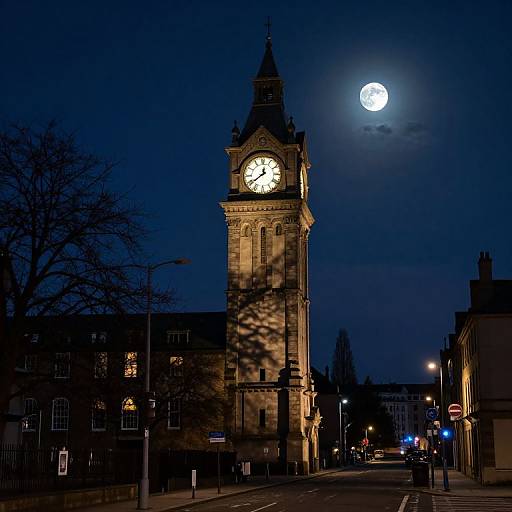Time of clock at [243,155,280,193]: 12:38
